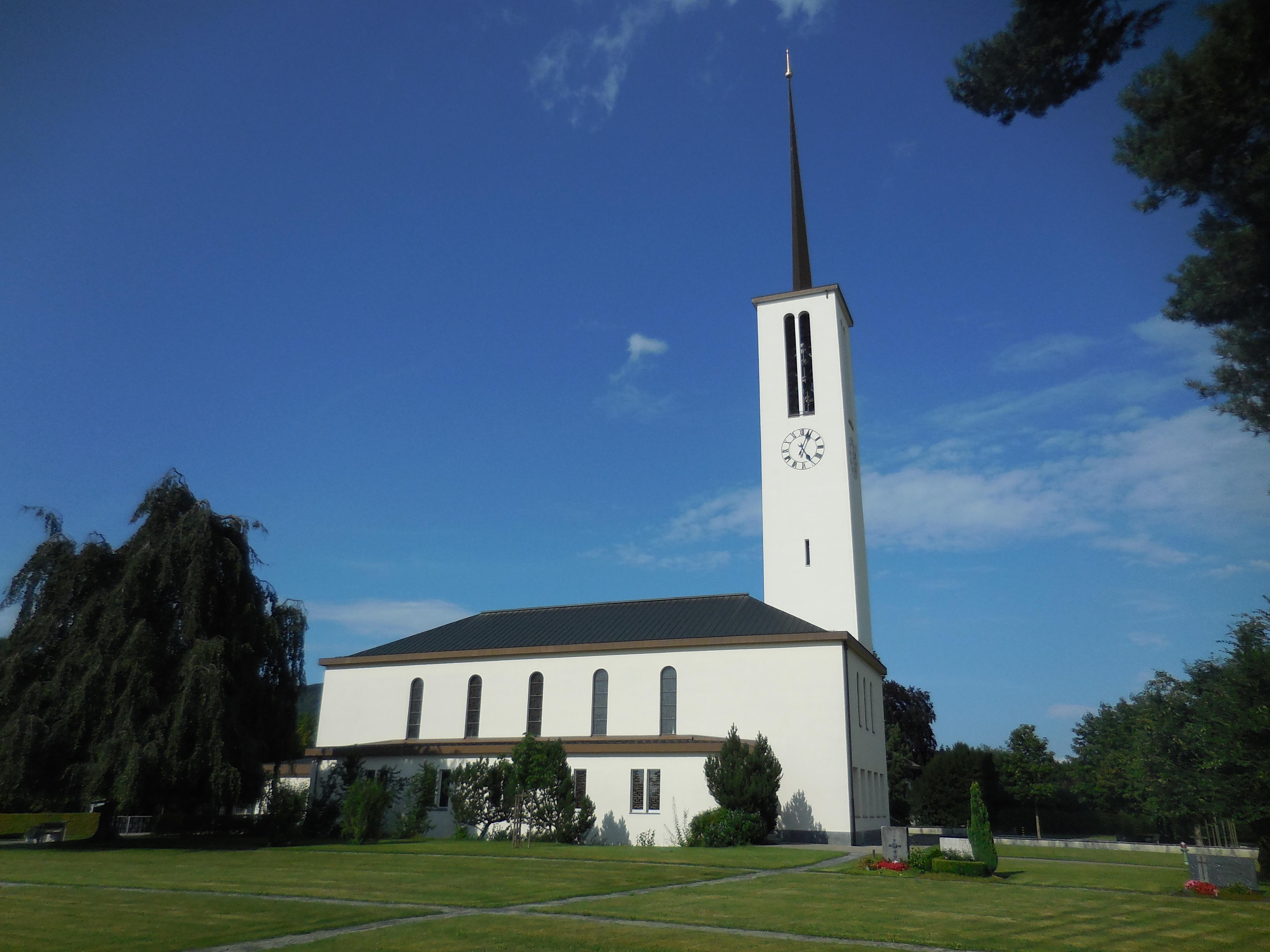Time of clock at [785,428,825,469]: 5:04
